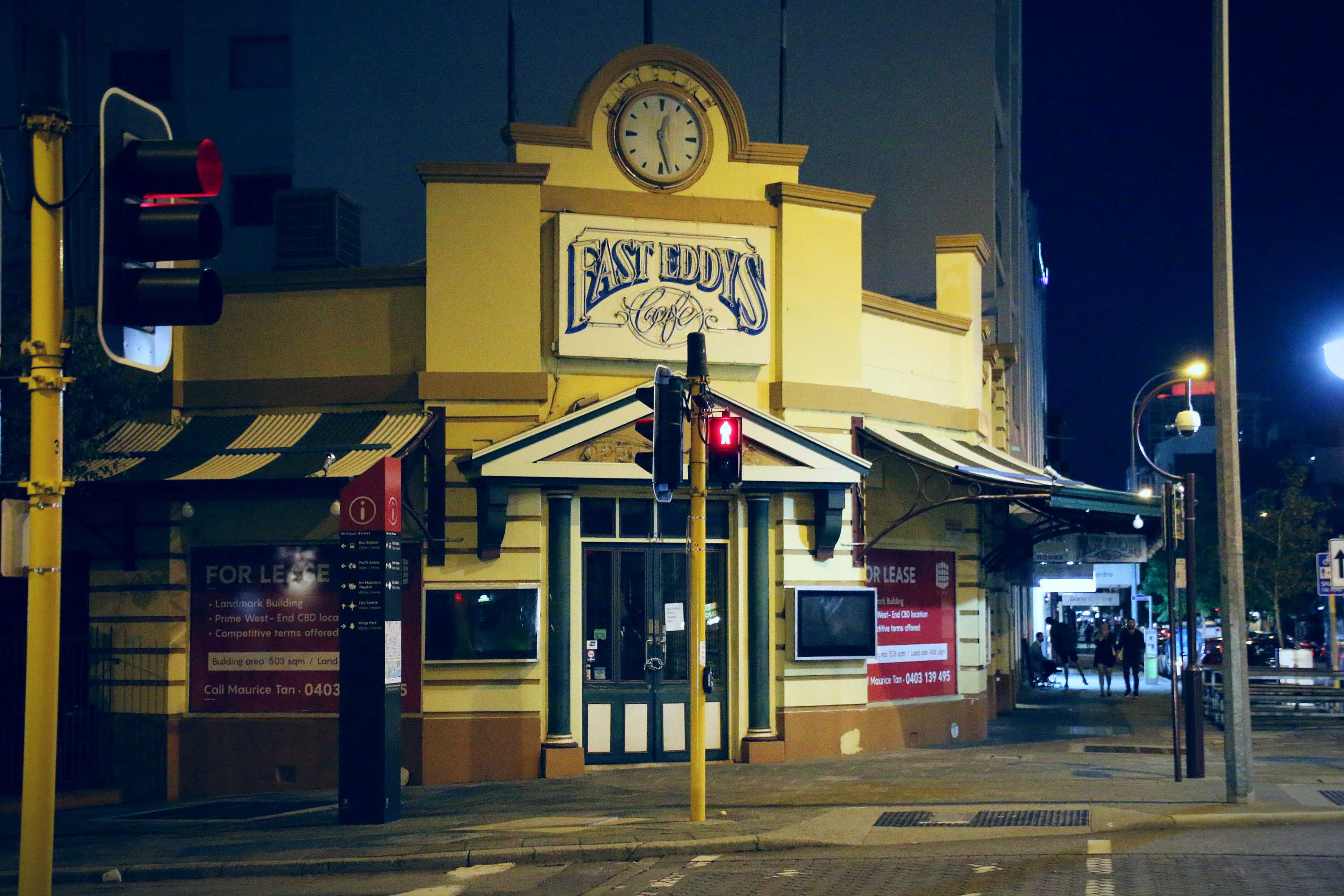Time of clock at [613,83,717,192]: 12:27
